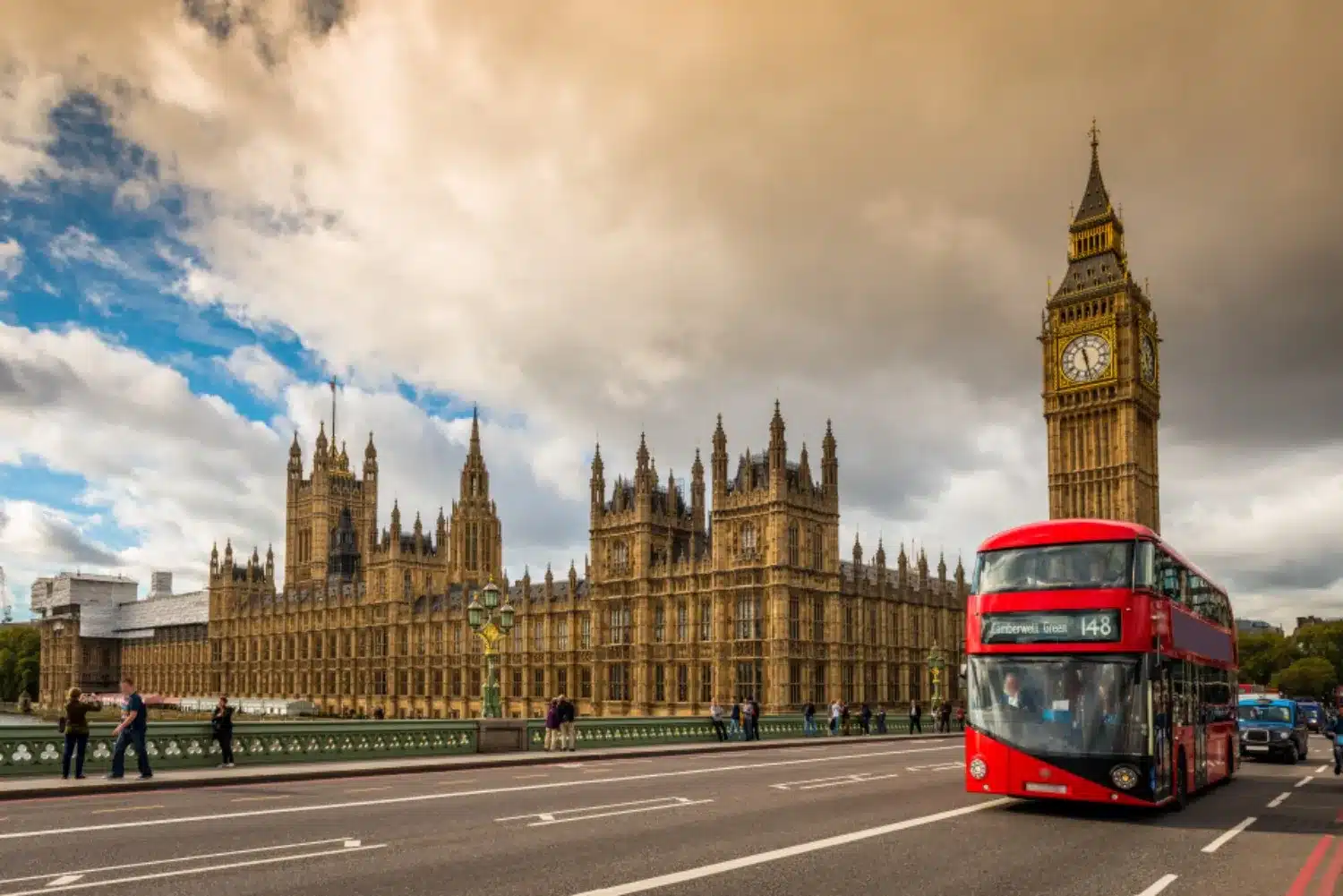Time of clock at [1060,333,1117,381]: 11:28
